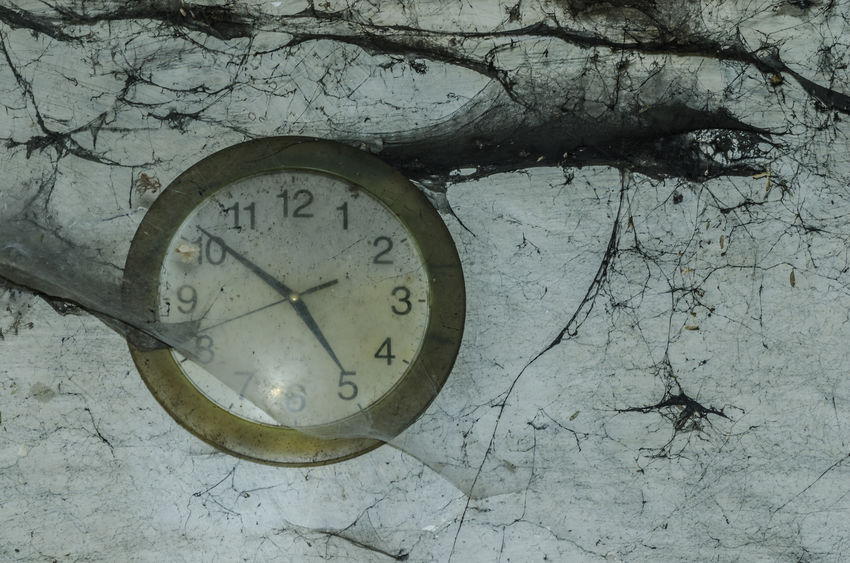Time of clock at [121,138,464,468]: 4:51
